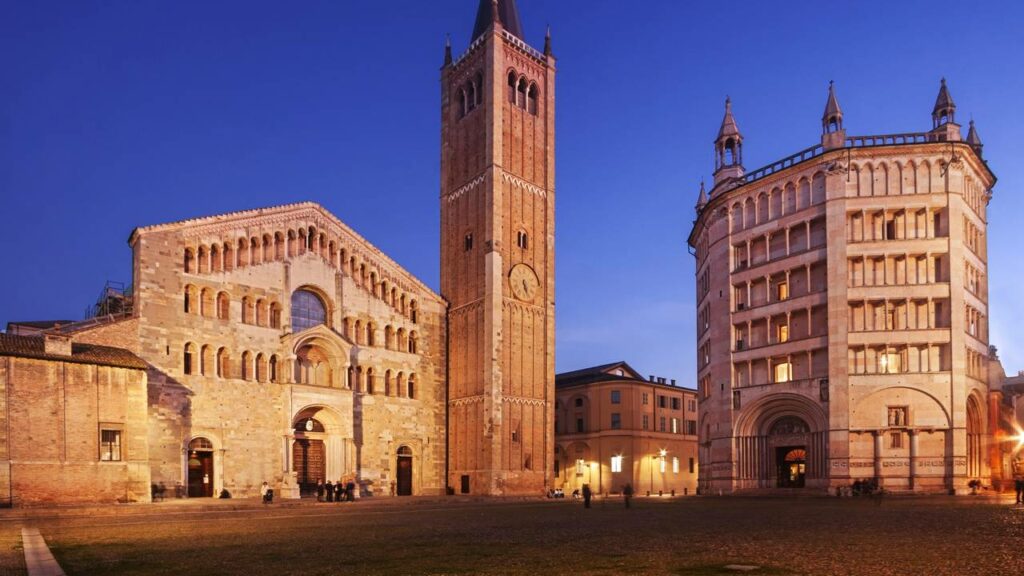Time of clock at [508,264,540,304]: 5:26
